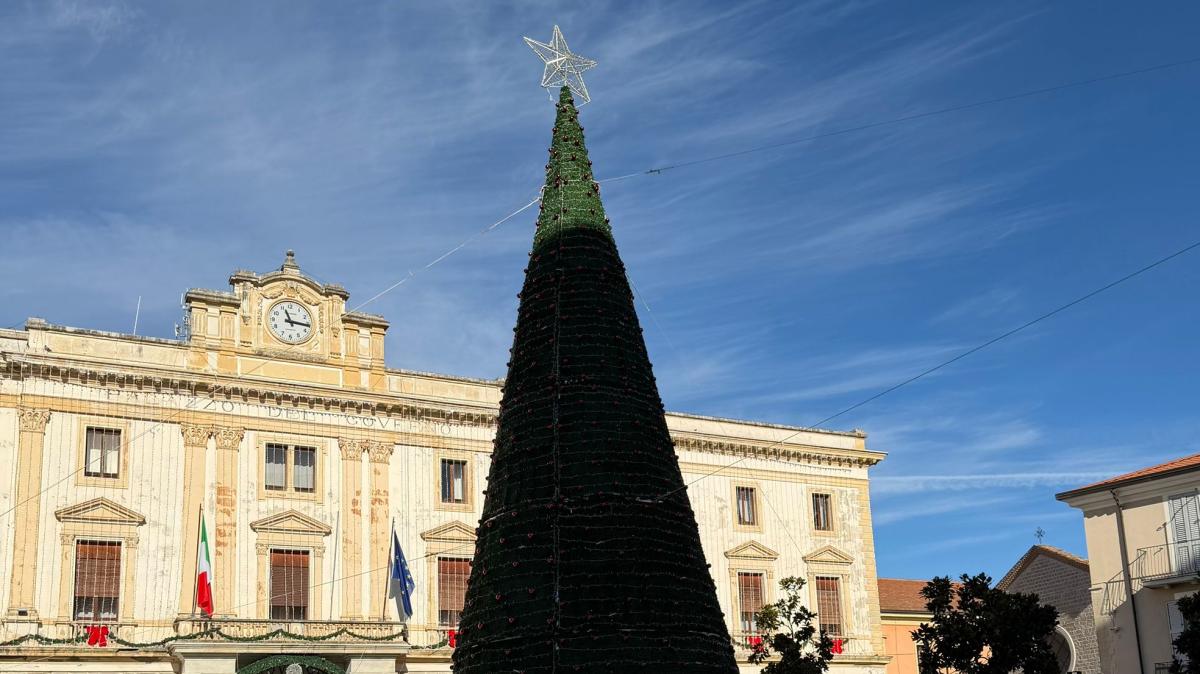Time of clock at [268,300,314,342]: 11:16
